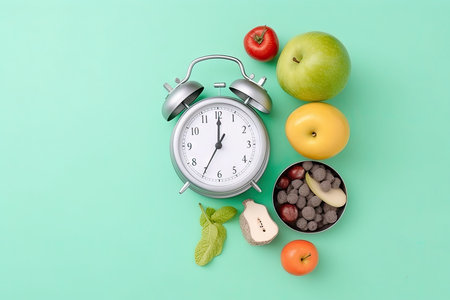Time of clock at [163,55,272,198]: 7:00
